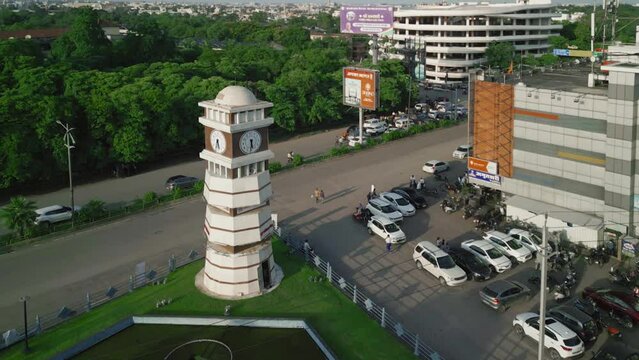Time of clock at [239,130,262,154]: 5:31
